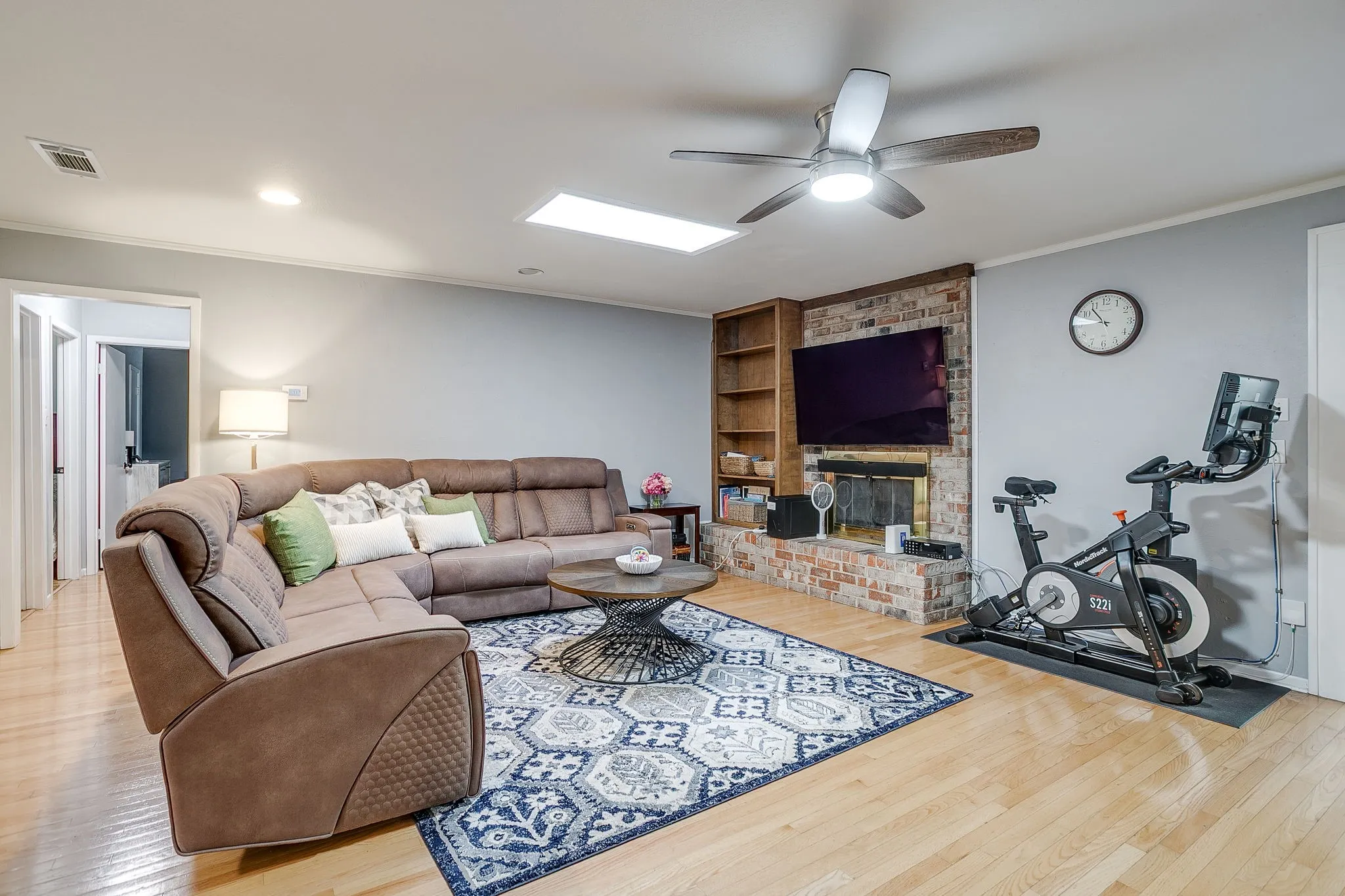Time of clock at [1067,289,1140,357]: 10:45
